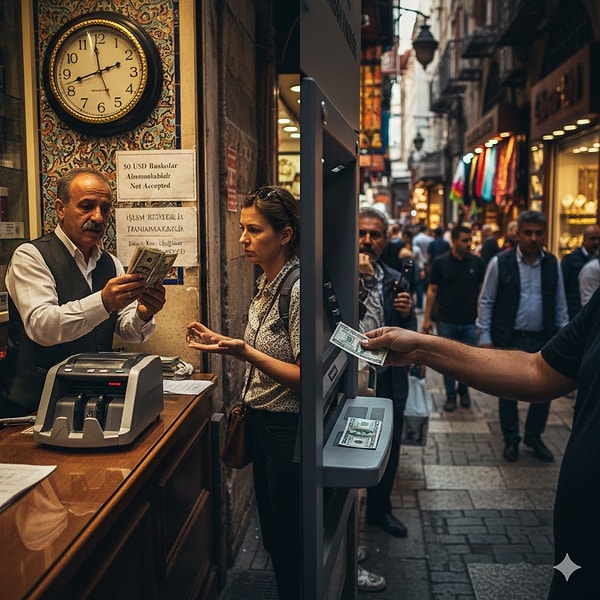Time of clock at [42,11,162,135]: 11:42
